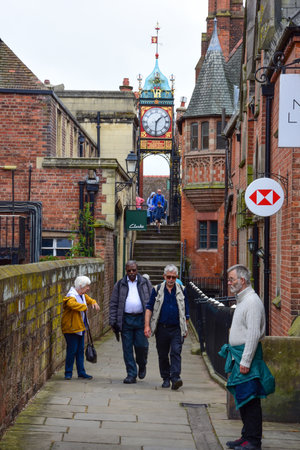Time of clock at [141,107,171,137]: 1:30
